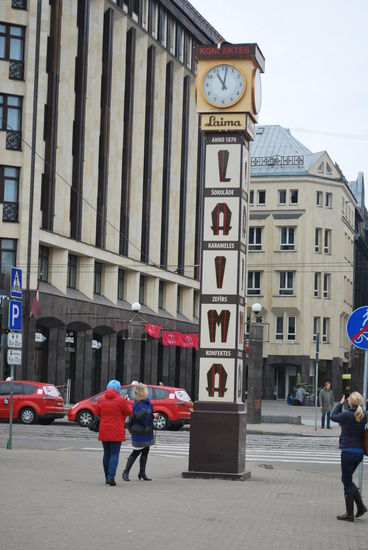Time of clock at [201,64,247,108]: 11:01
